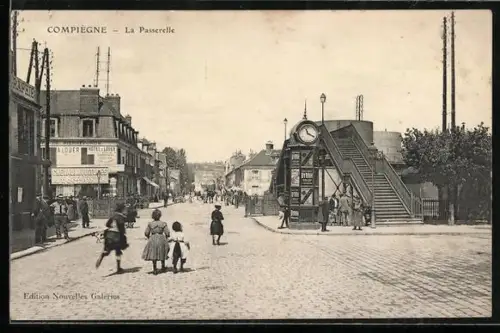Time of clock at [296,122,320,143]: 11:19
